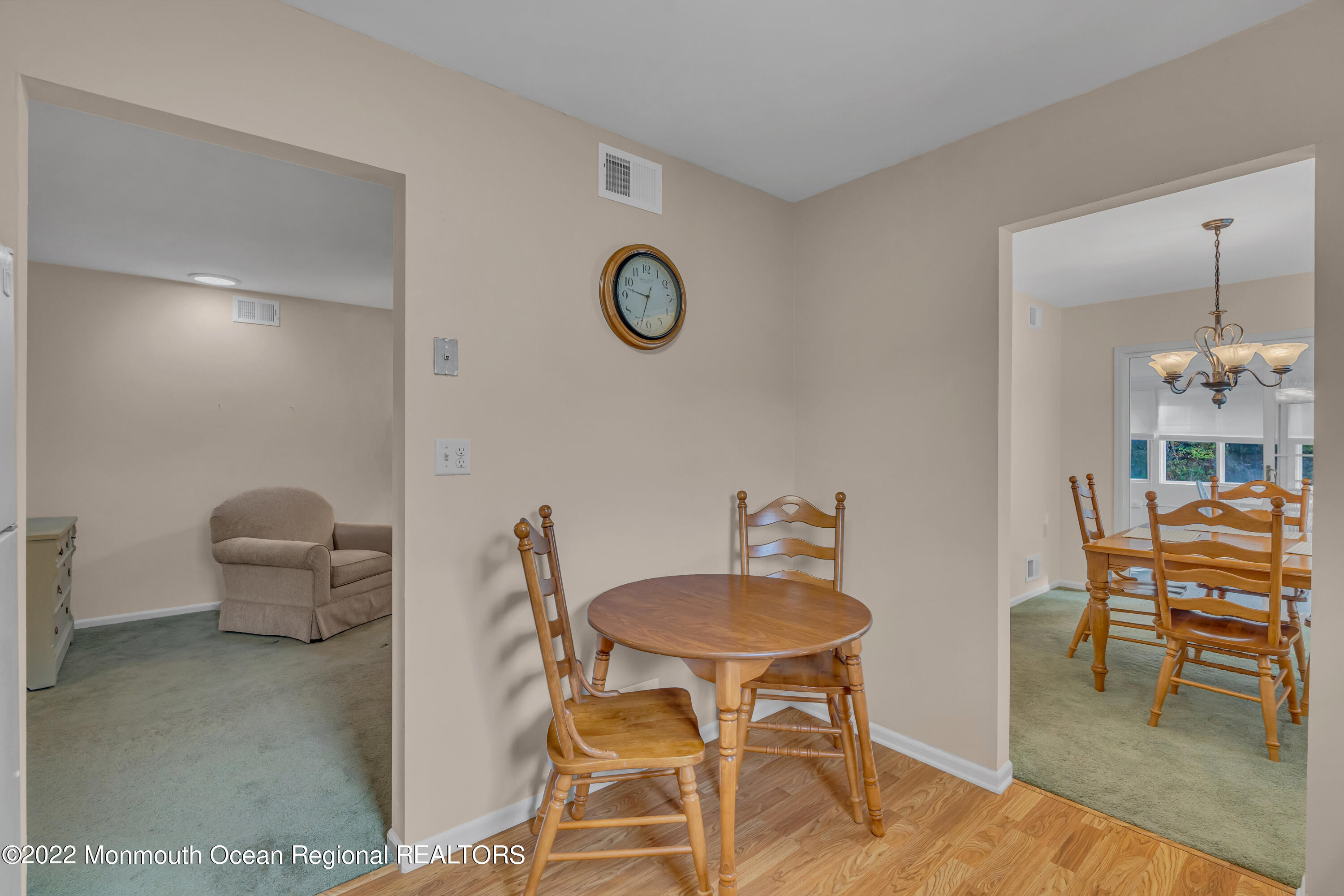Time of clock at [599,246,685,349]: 9:33
